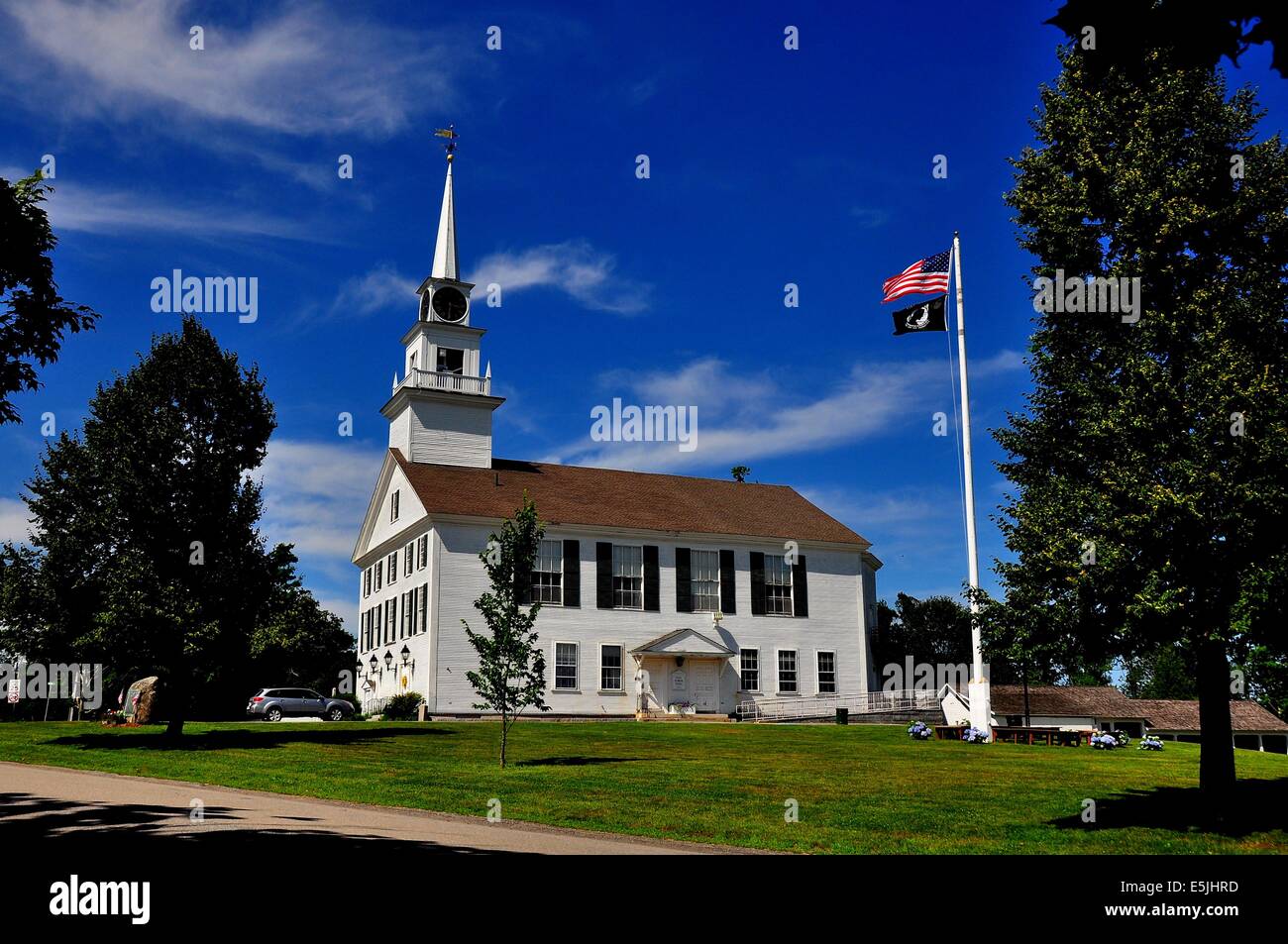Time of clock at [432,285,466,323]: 3:30
